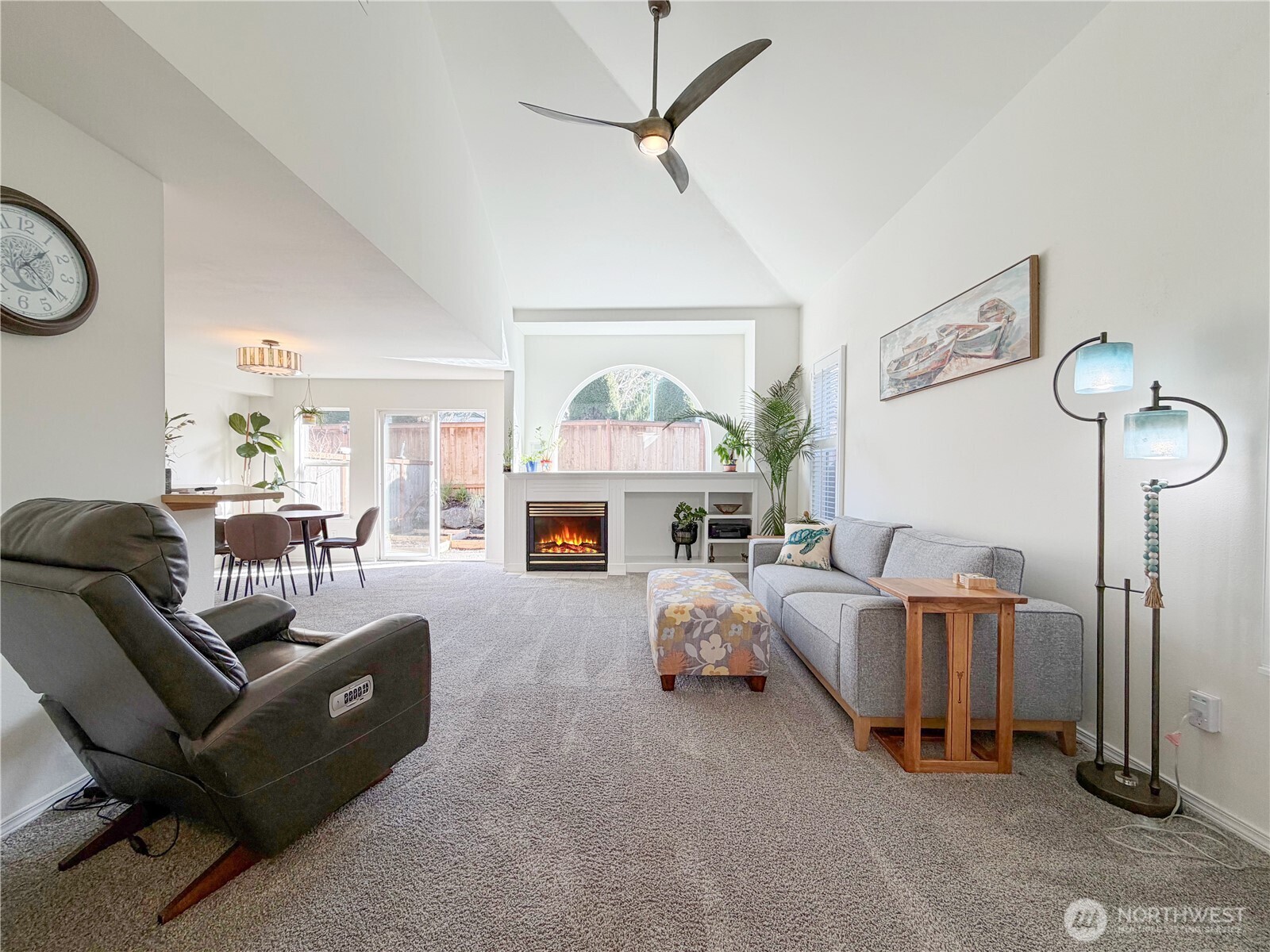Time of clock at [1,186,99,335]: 1:21
